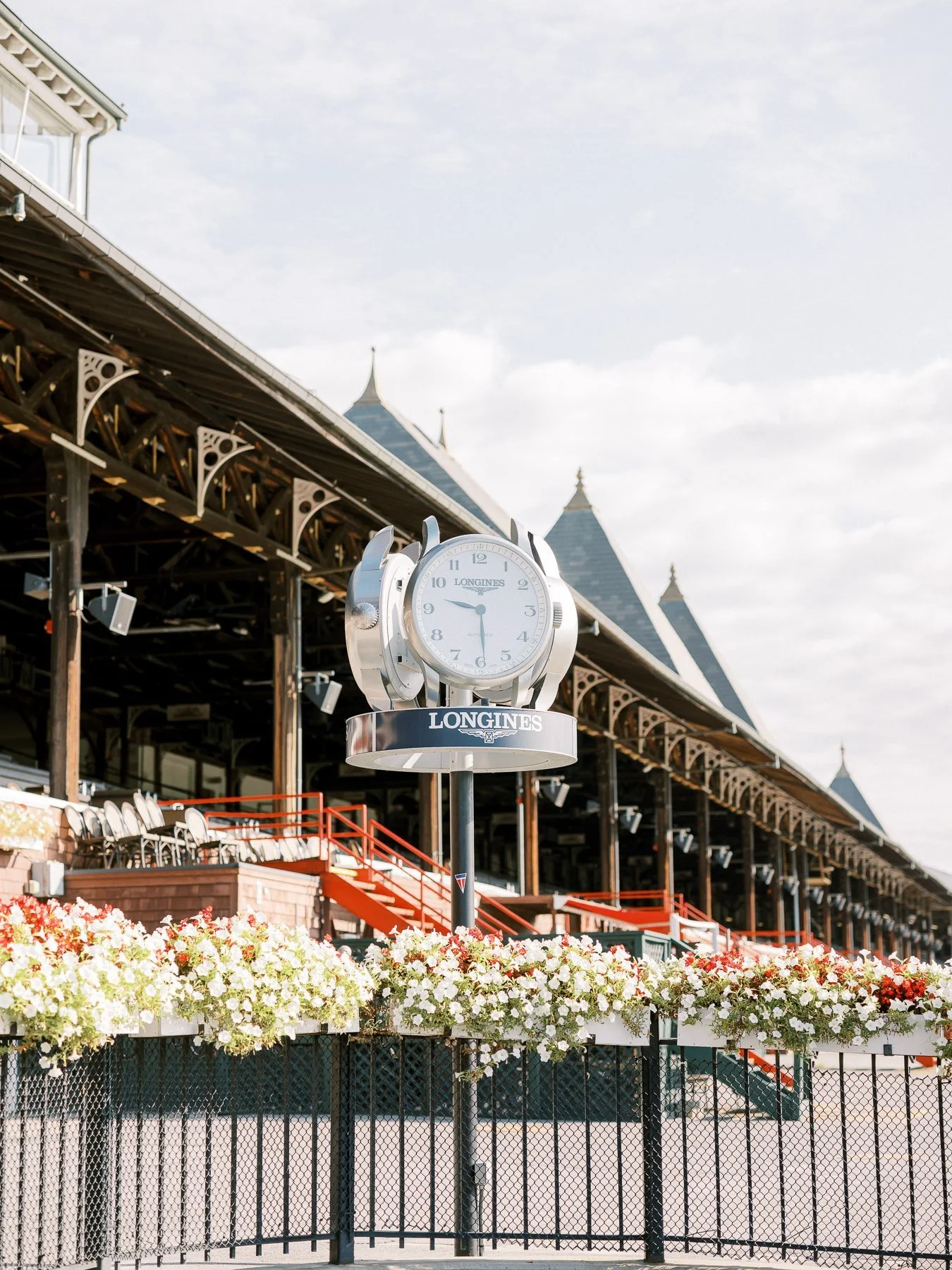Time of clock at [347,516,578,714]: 9:29
